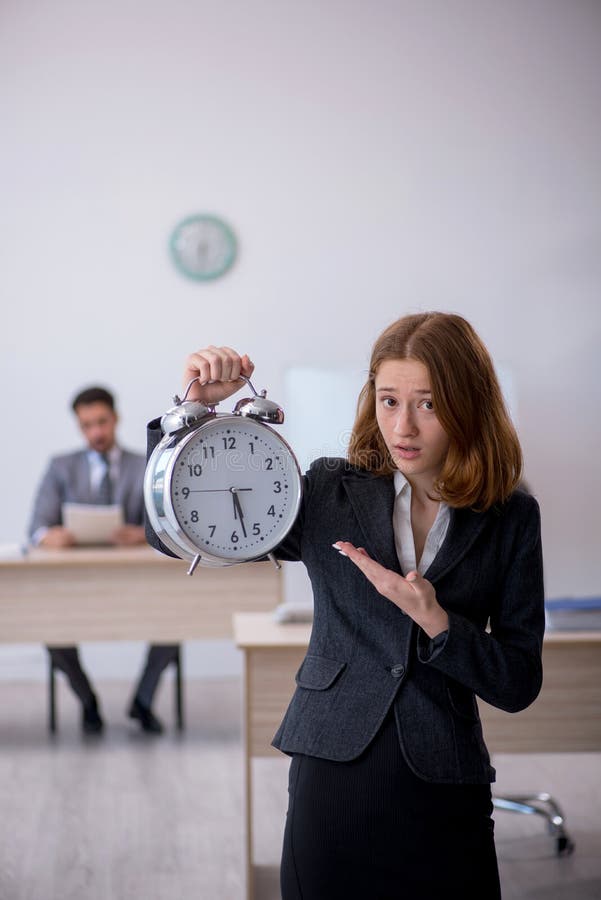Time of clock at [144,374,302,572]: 5:27
